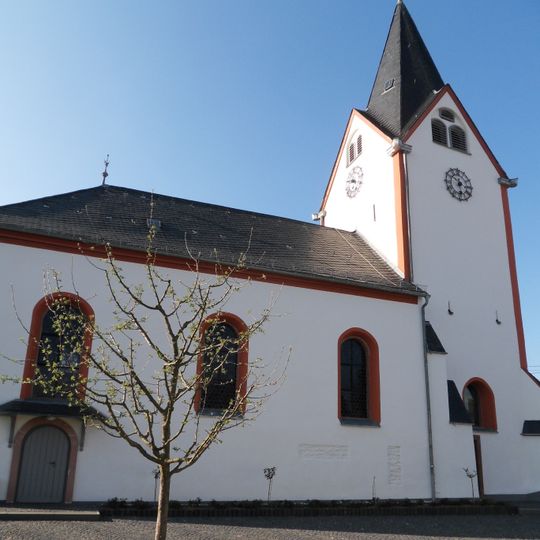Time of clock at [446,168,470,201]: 5:50
